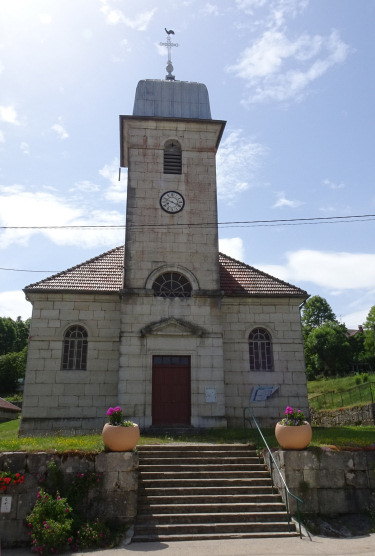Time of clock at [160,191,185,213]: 3:48
